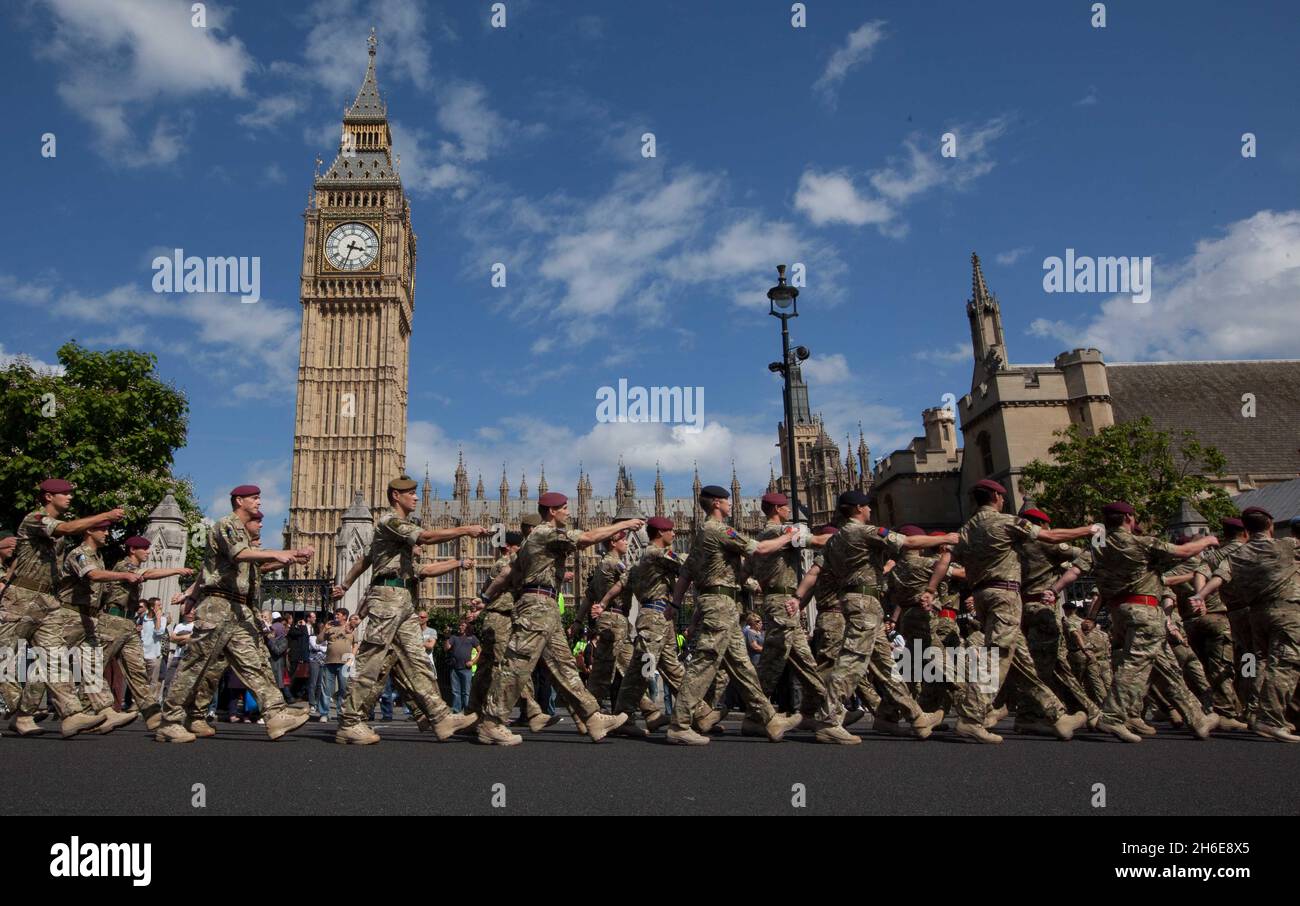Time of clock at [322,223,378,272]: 3:33
